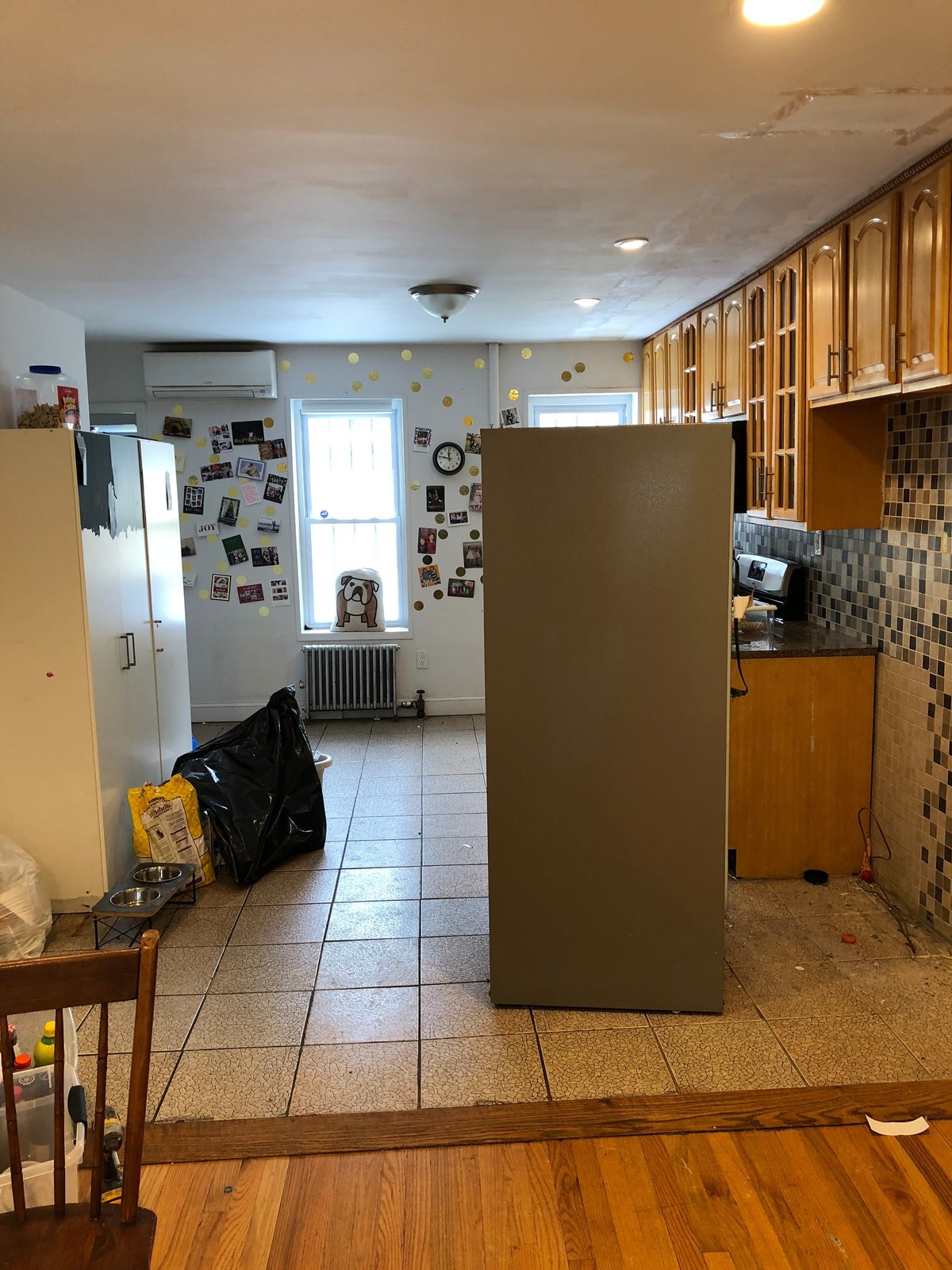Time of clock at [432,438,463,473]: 11:46
